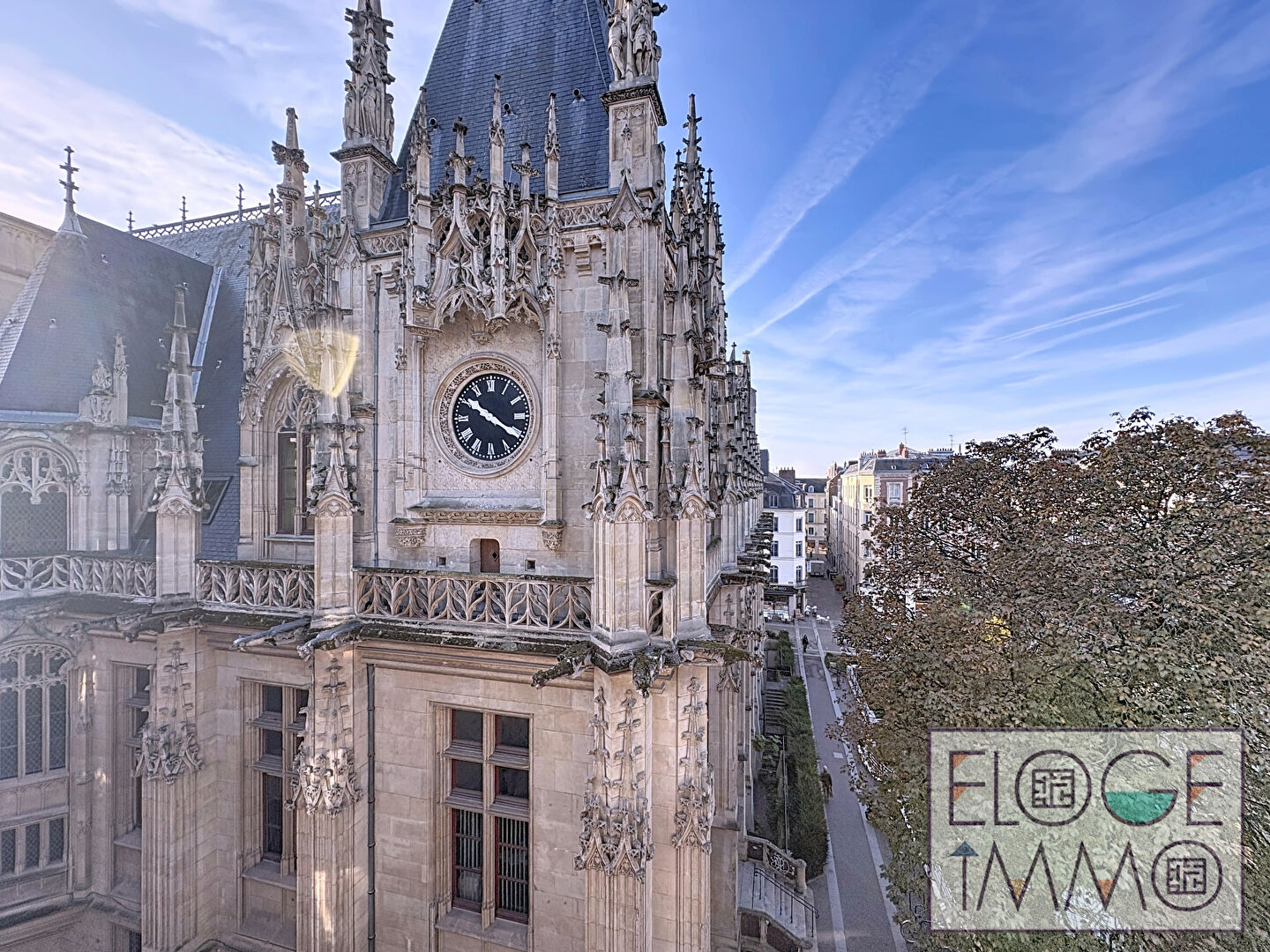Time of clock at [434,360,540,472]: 10:20
